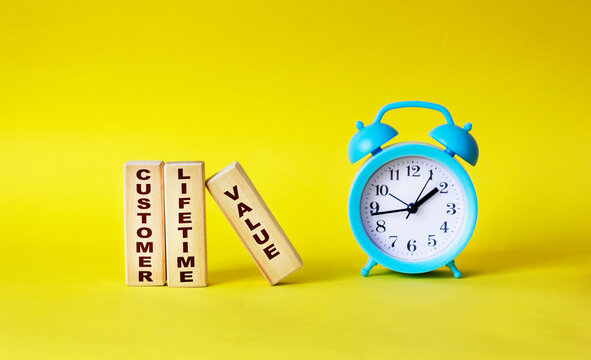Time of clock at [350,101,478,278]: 1:43
